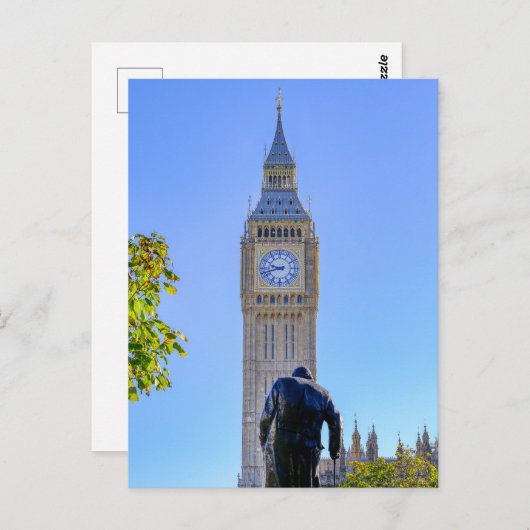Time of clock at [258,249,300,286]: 9:42
